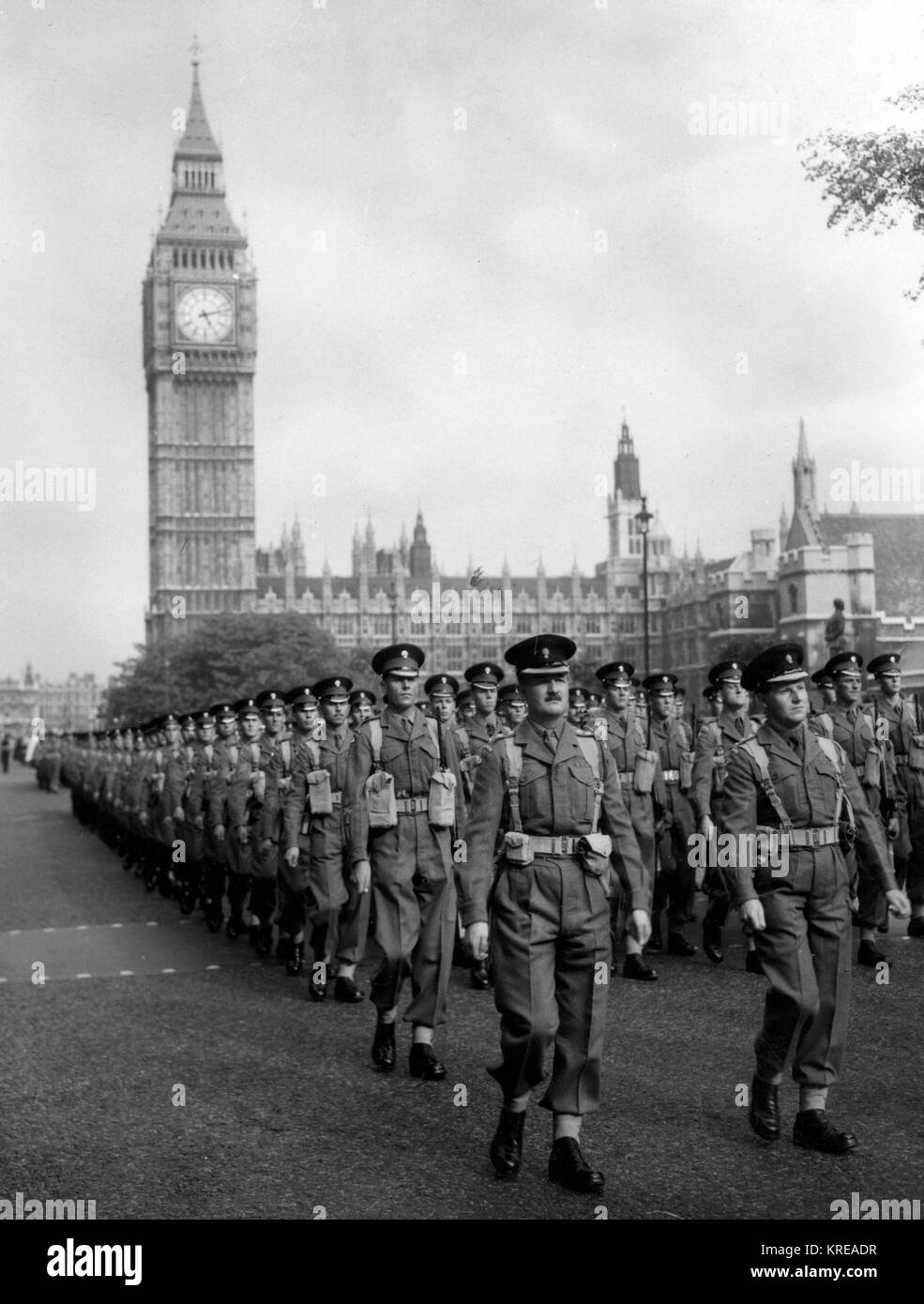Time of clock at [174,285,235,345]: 5:12
